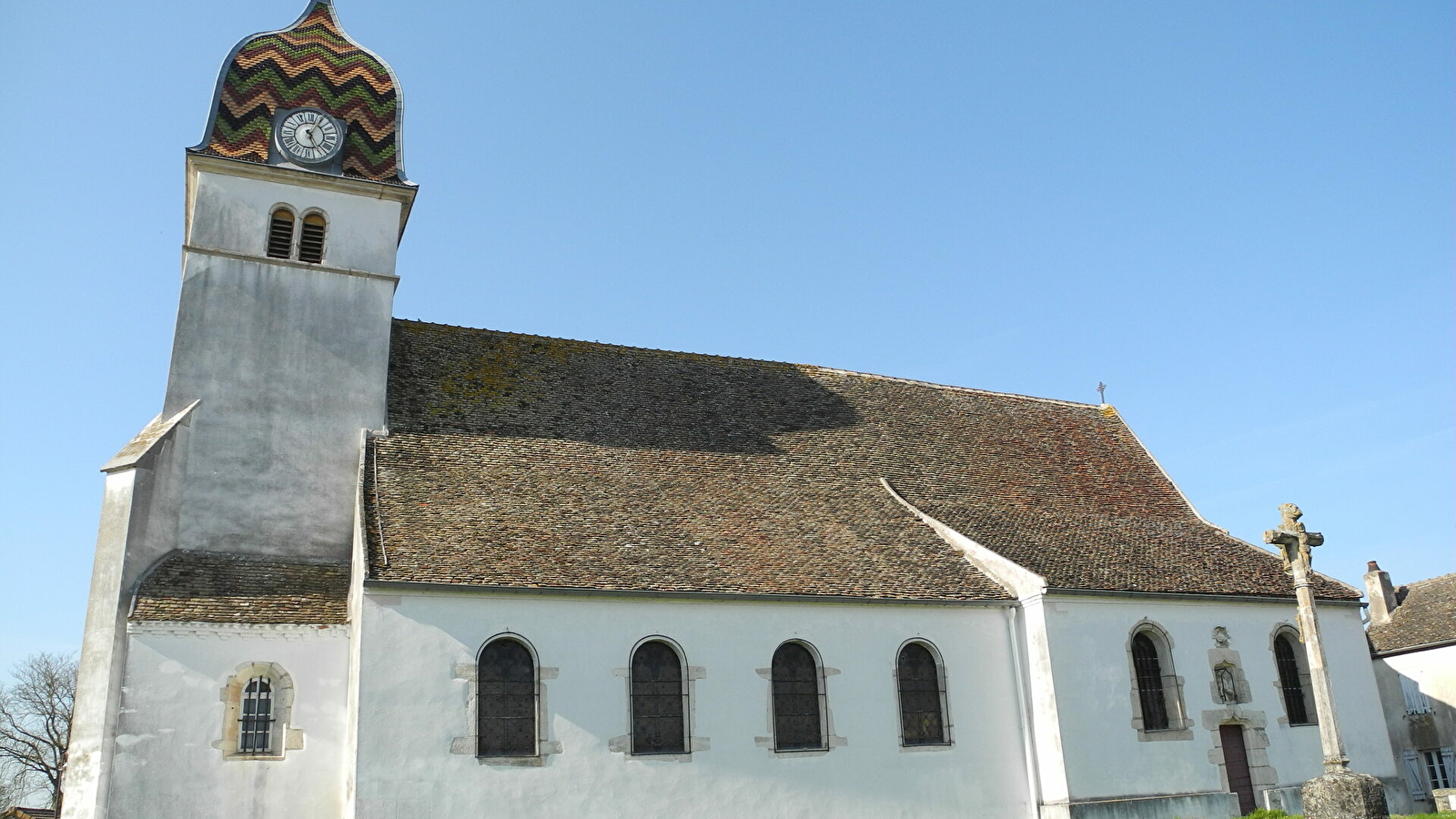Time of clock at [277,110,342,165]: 5:04
